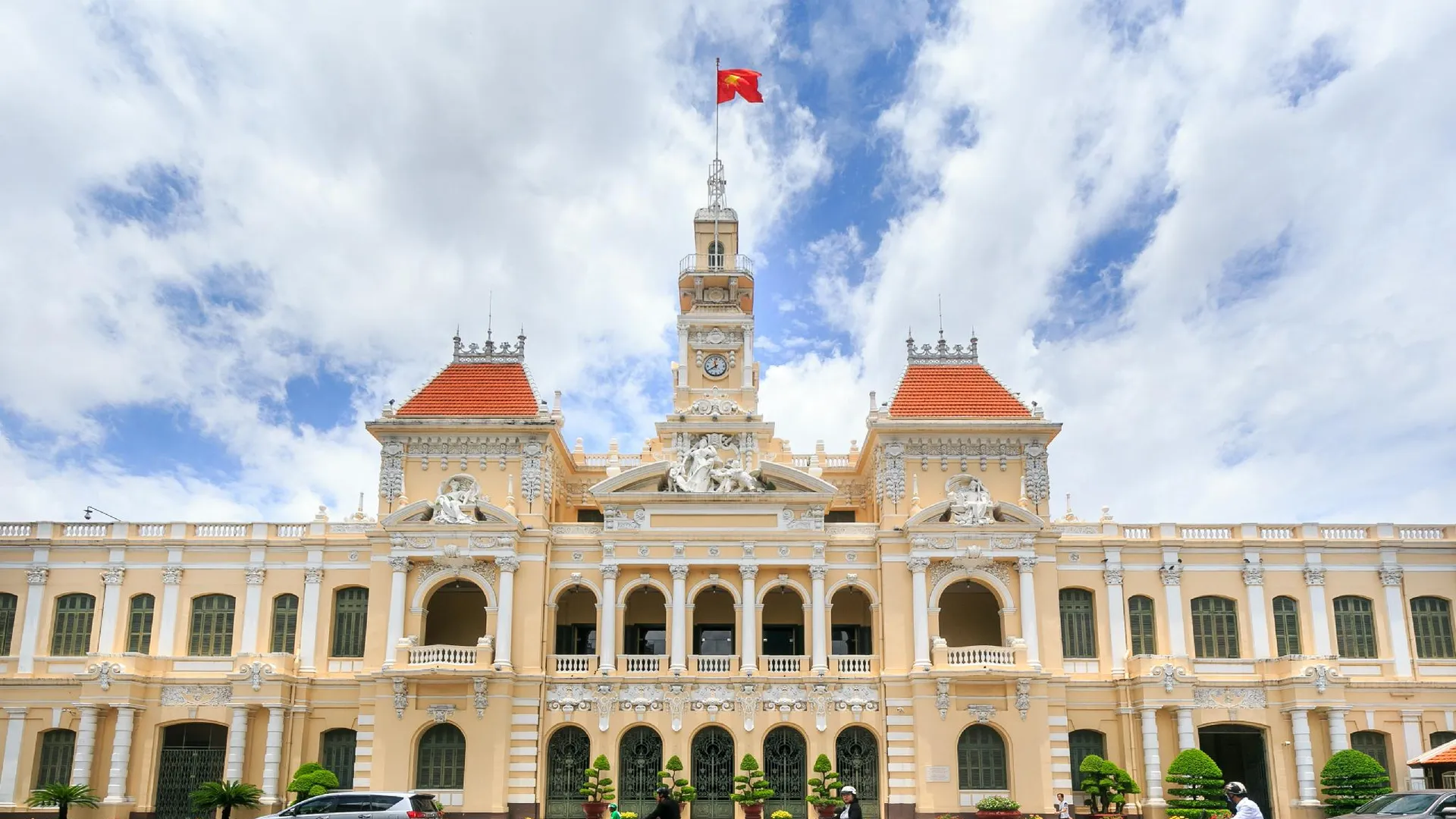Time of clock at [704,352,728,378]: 11:40
